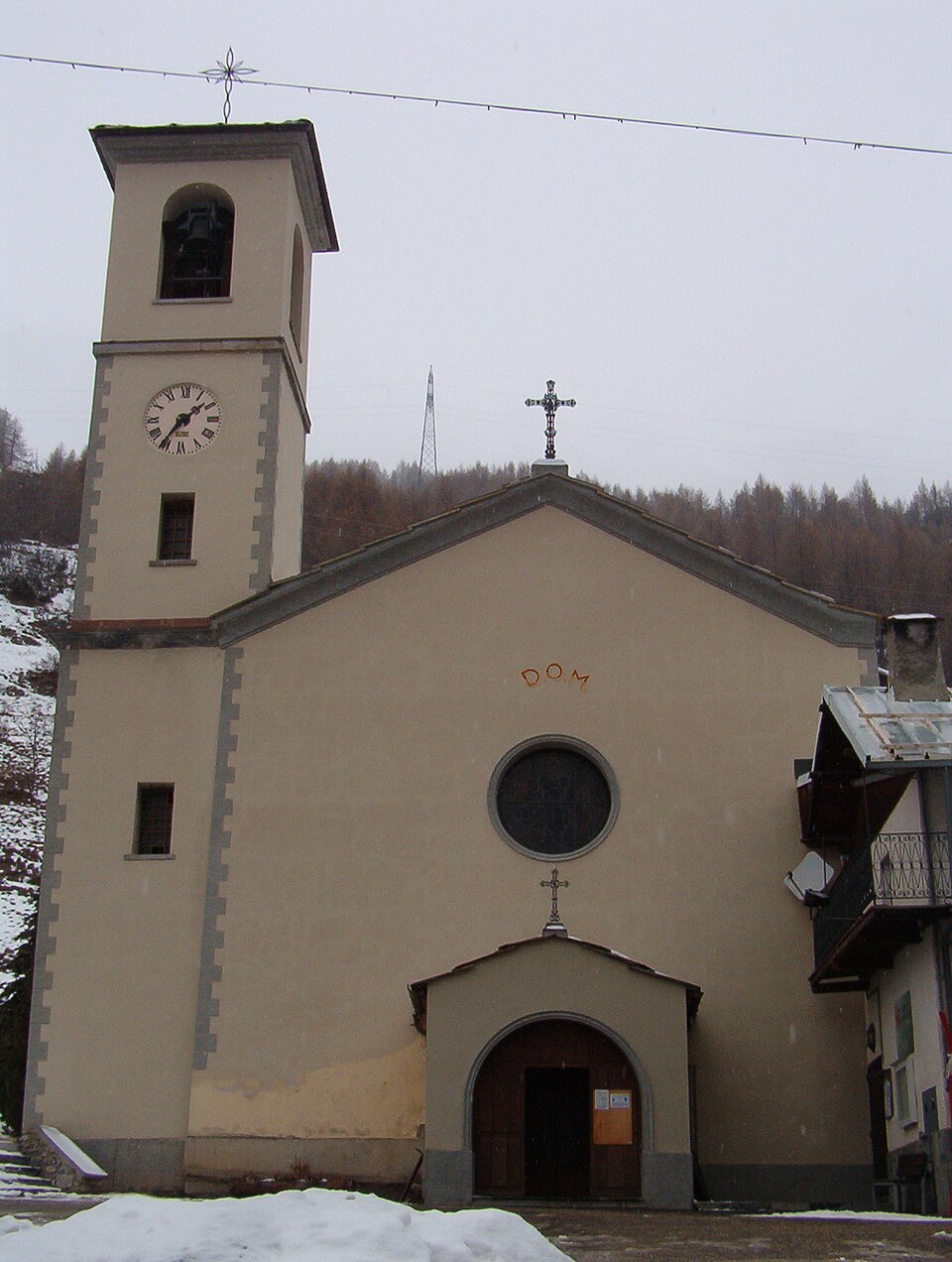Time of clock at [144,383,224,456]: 1:36
